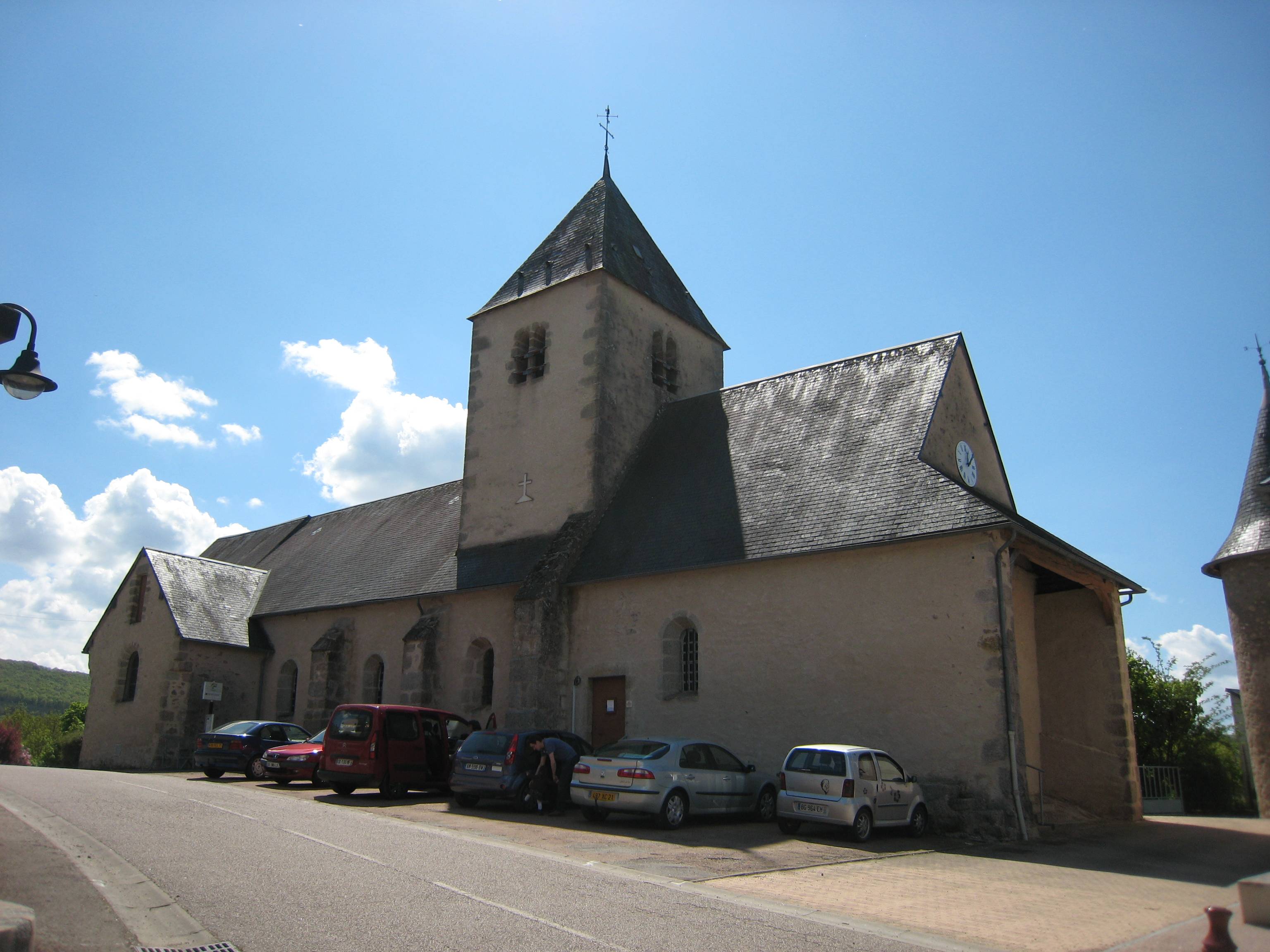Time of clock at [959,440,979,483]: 12:07
